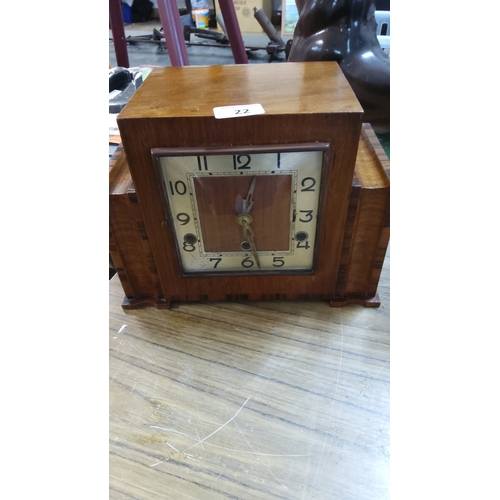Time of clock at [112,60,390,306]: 12:28
